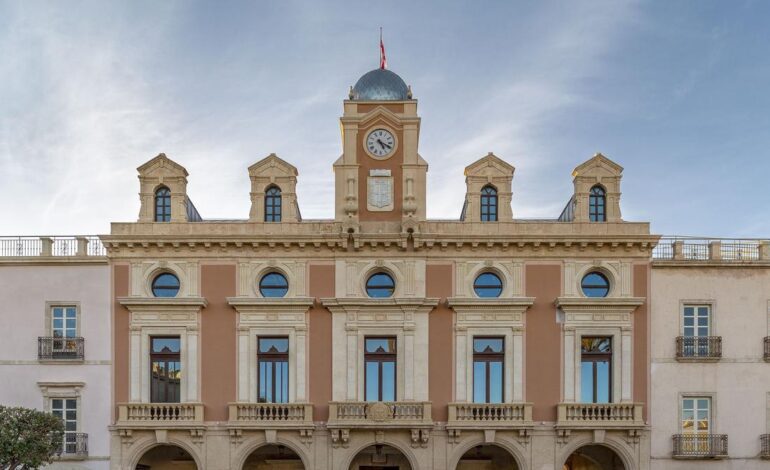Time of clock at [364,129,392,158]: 5:18
